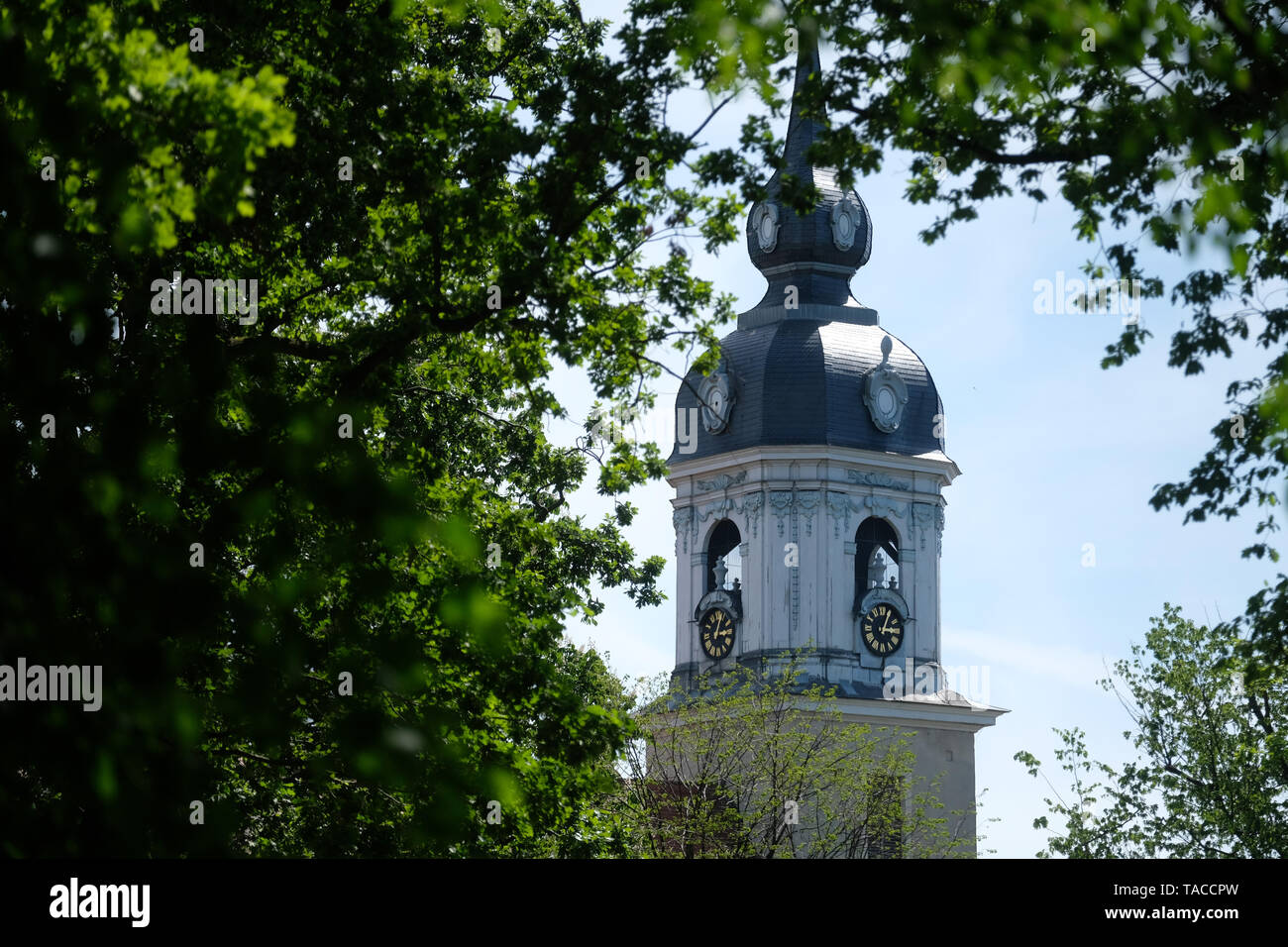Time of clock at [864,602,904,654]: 3:04
